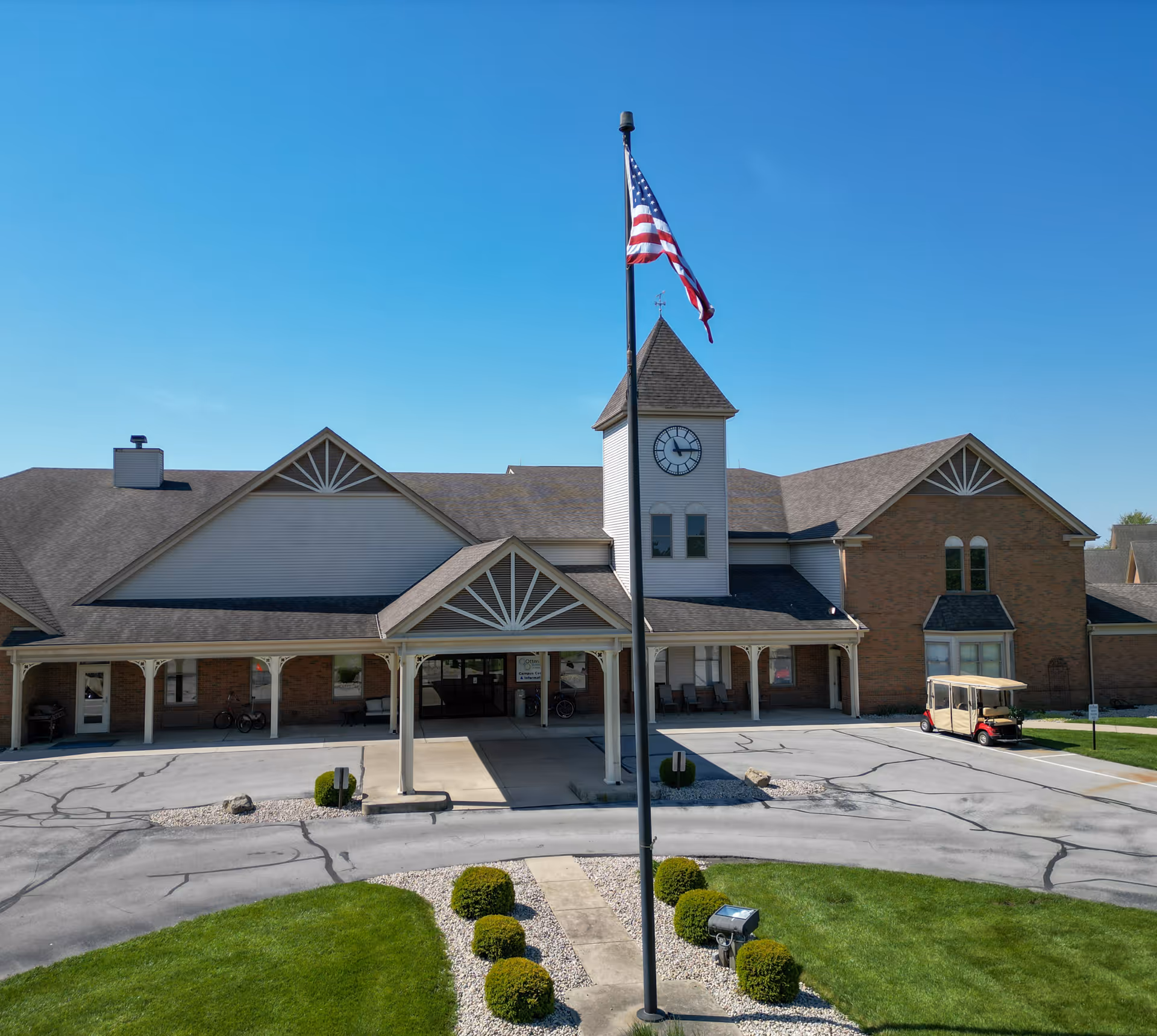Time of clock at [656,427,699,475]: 11:14
